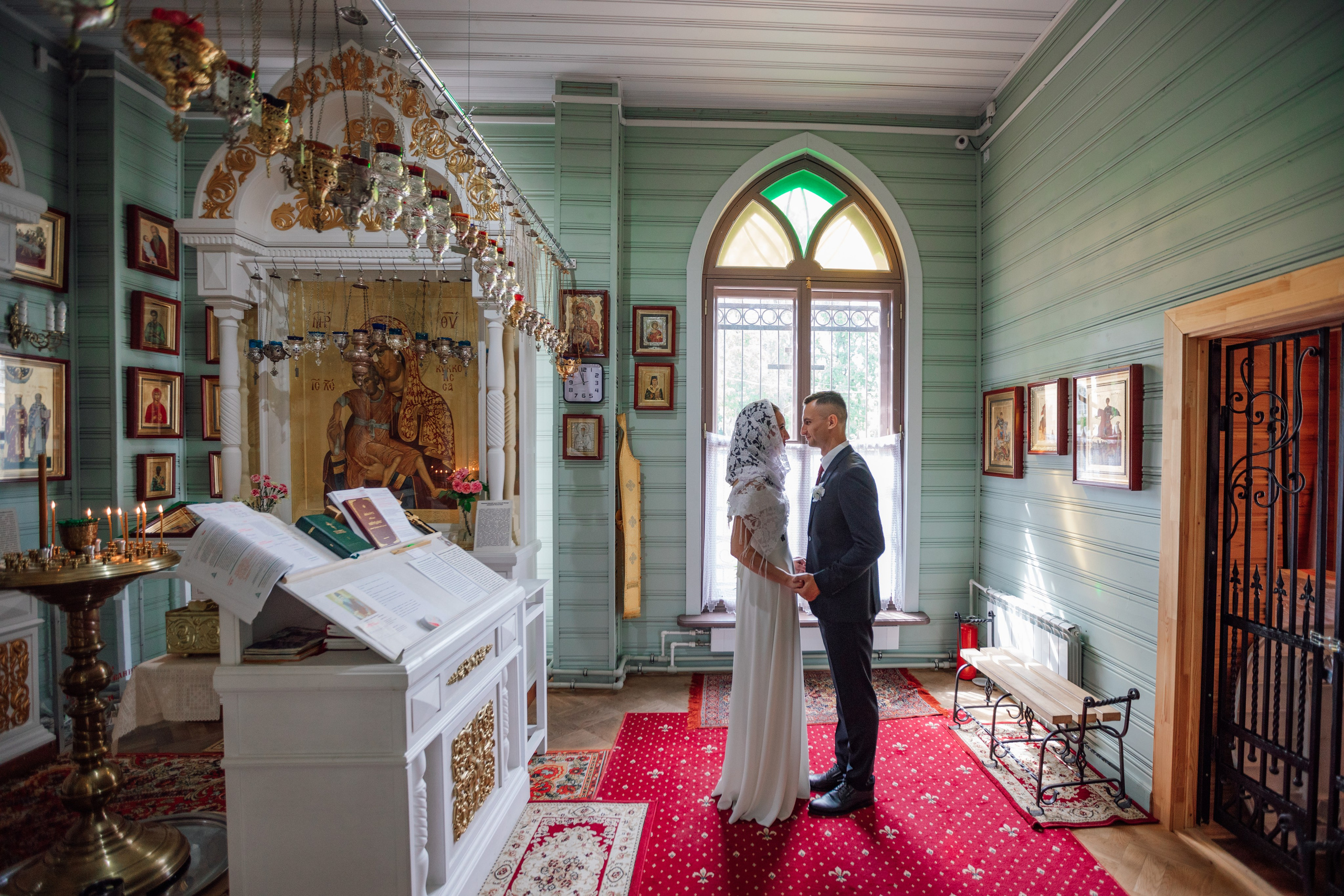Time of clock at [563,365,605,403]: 11:56
